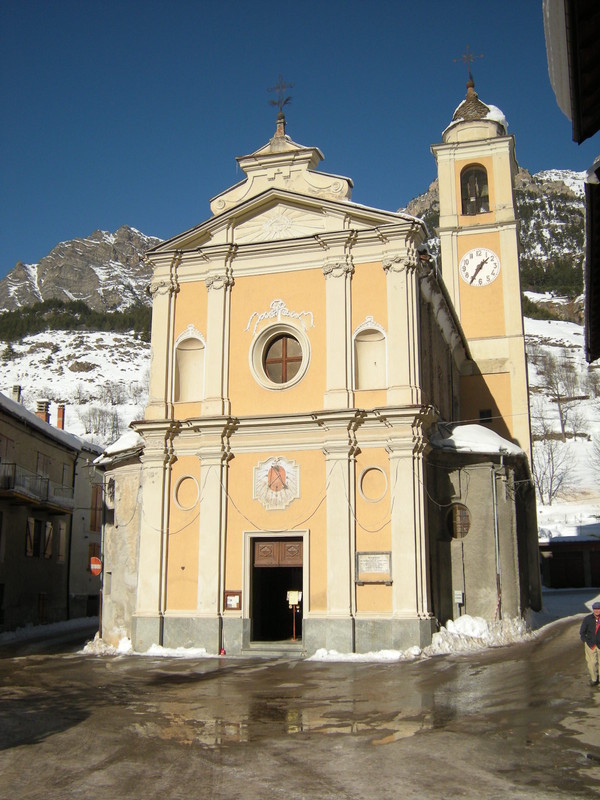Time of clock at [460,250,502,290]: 1:35
